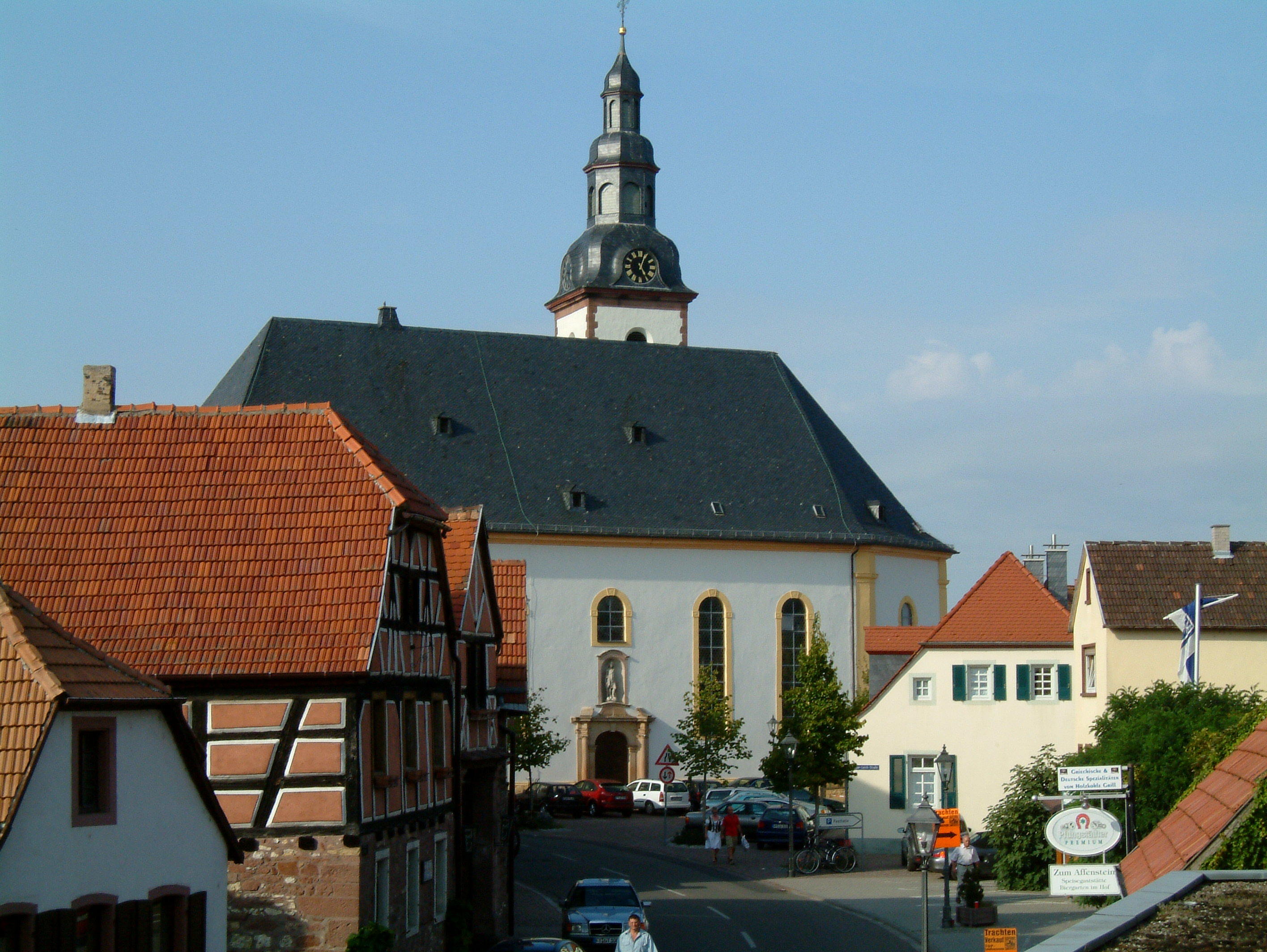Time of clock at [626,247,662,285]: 5:03
